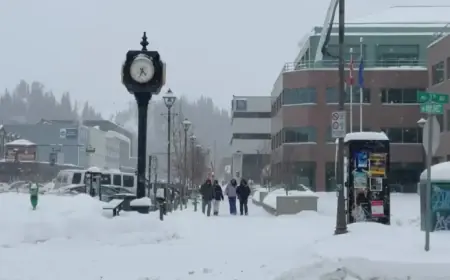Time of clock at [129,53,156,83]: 4:34
